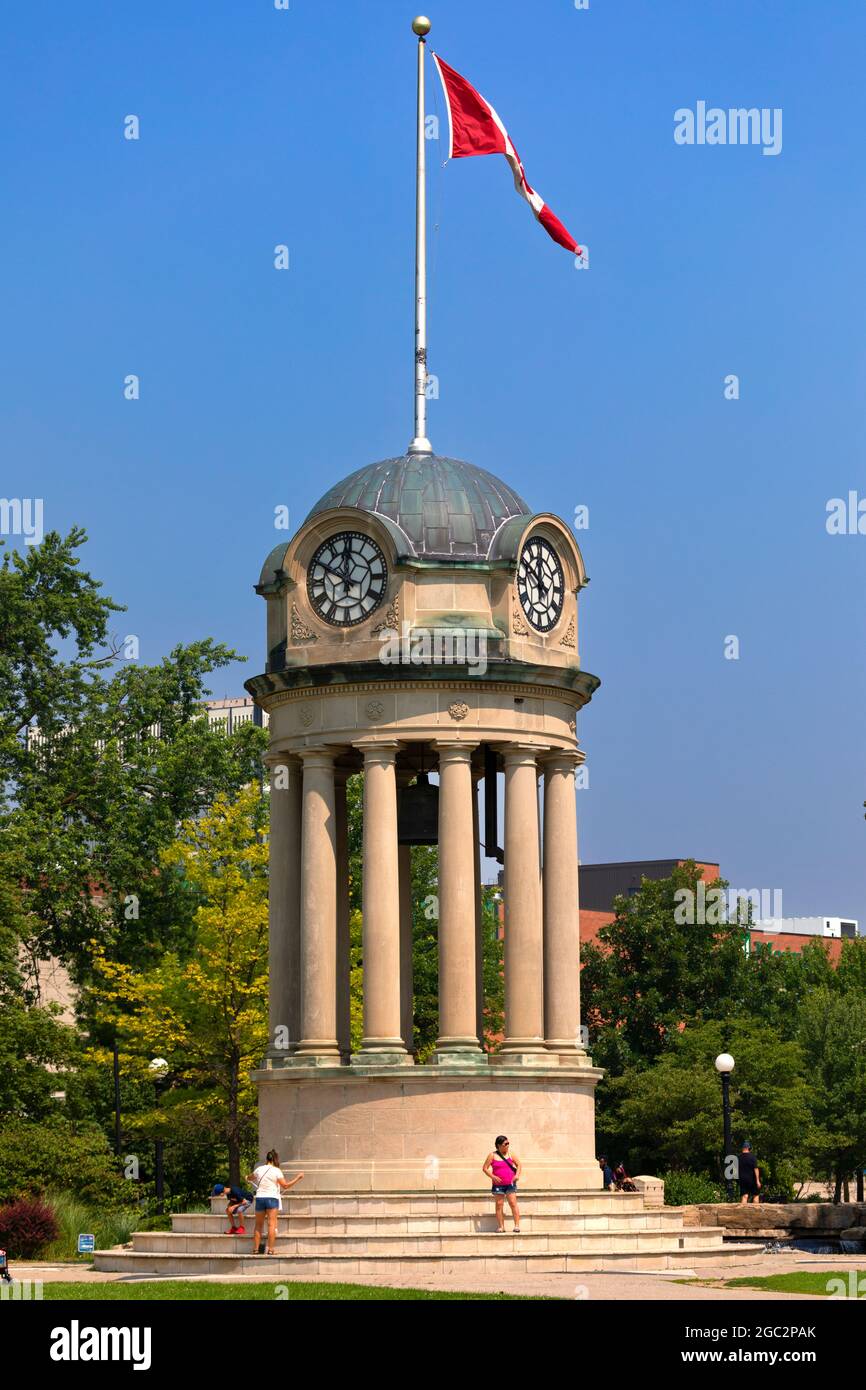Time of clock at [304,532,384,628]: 11:49
